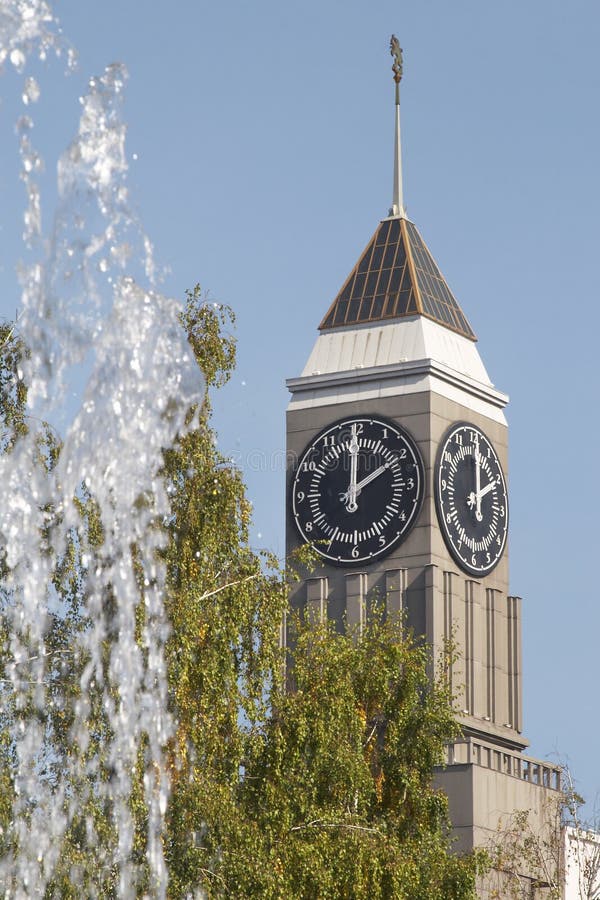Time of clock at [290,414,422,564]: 2:00
